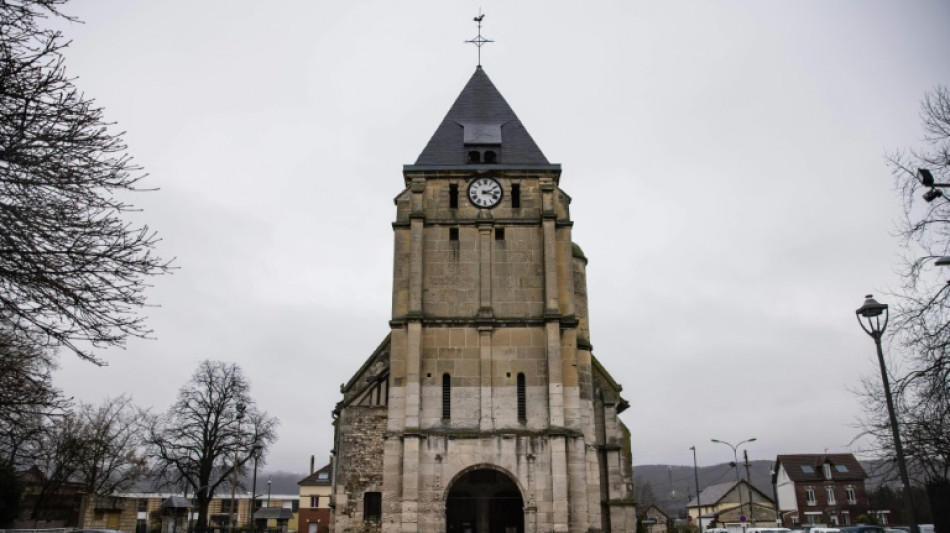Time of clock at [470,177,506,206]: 2:18
